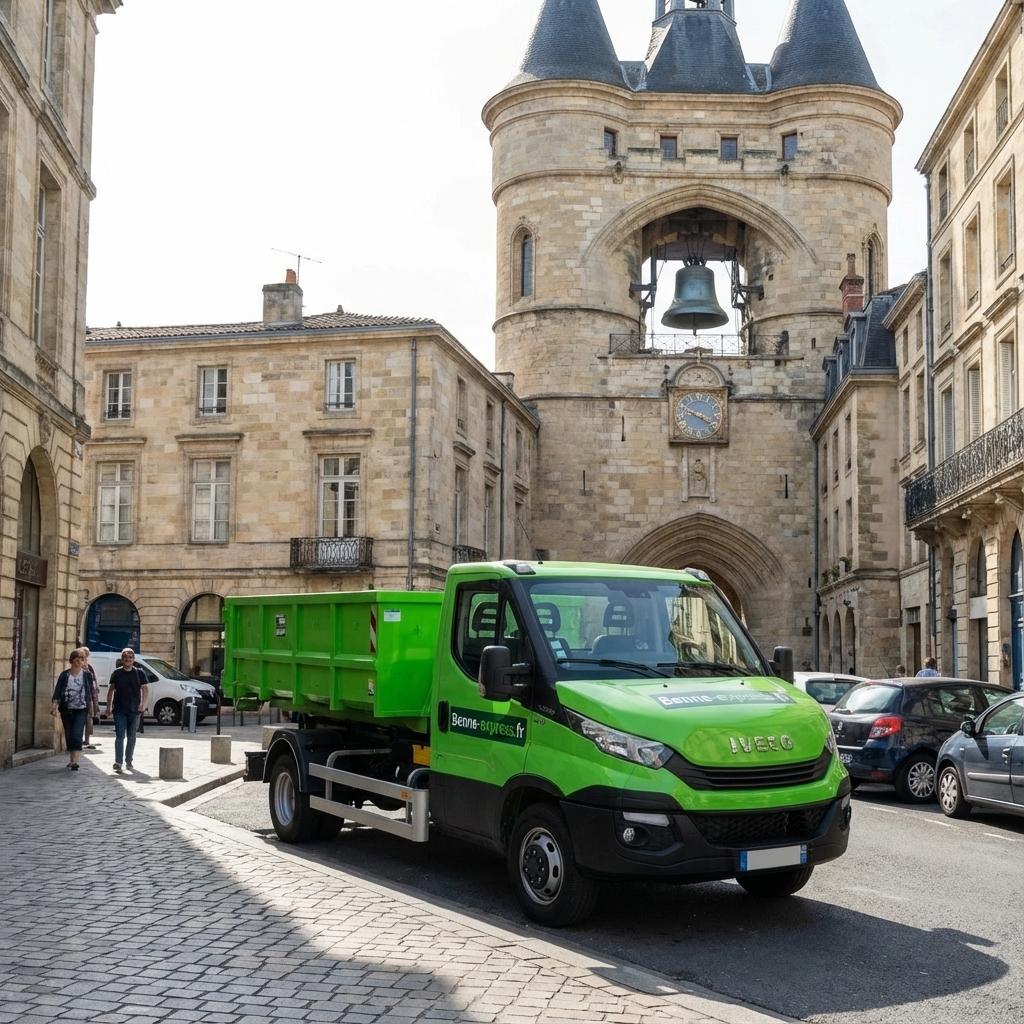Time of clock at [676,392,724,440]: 3:48
